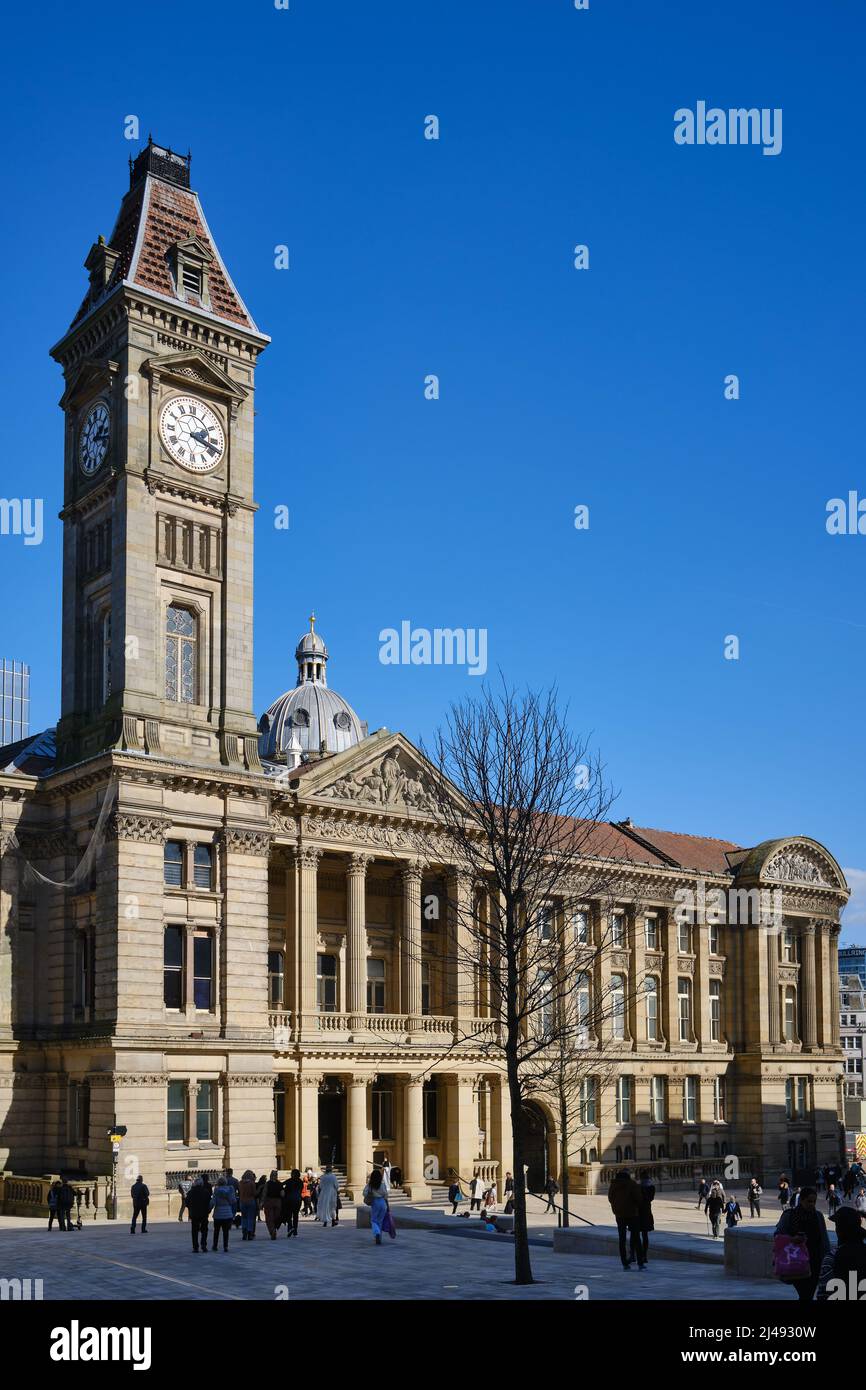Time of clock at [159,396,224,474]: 3:18
